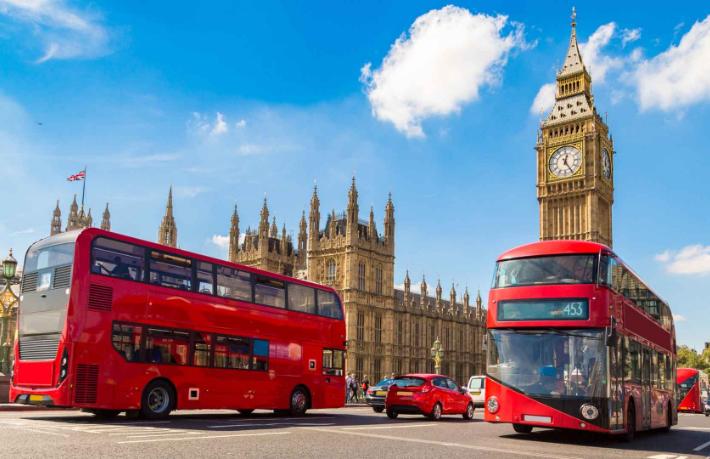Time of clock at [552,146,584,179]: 12:24
